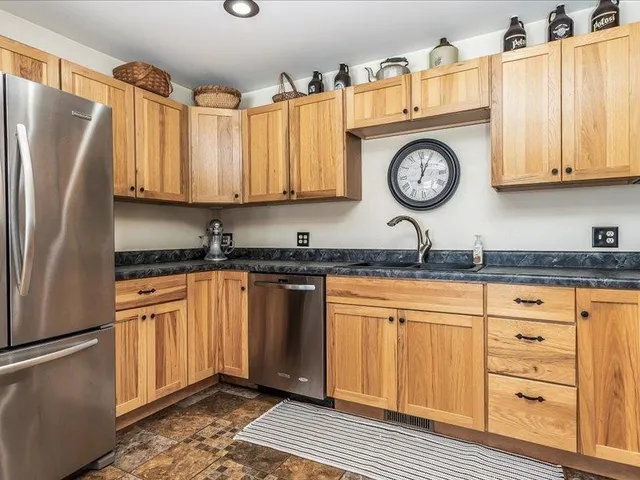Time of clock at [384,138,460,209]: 12:04
